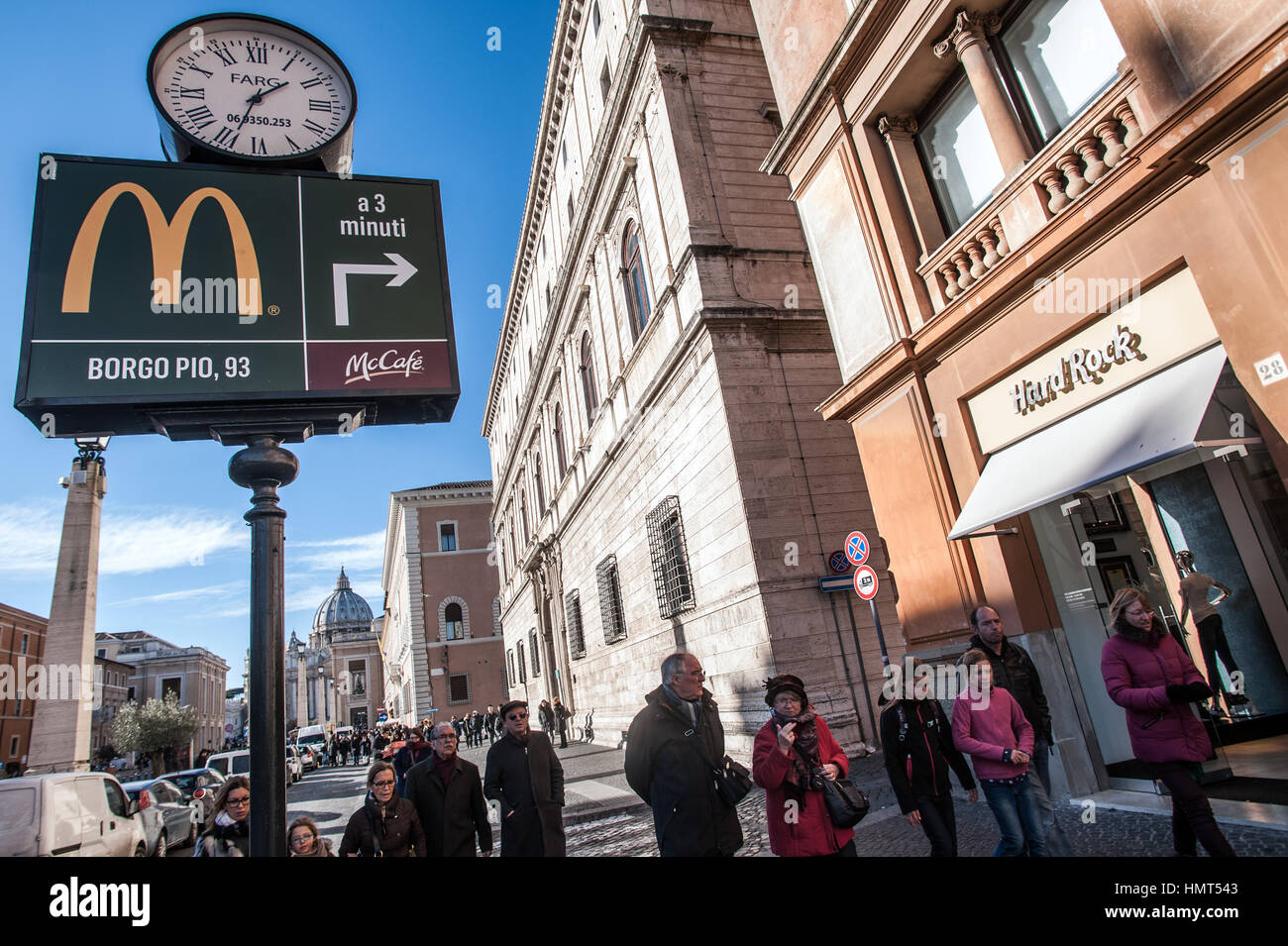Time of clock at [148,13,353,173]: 1:33
